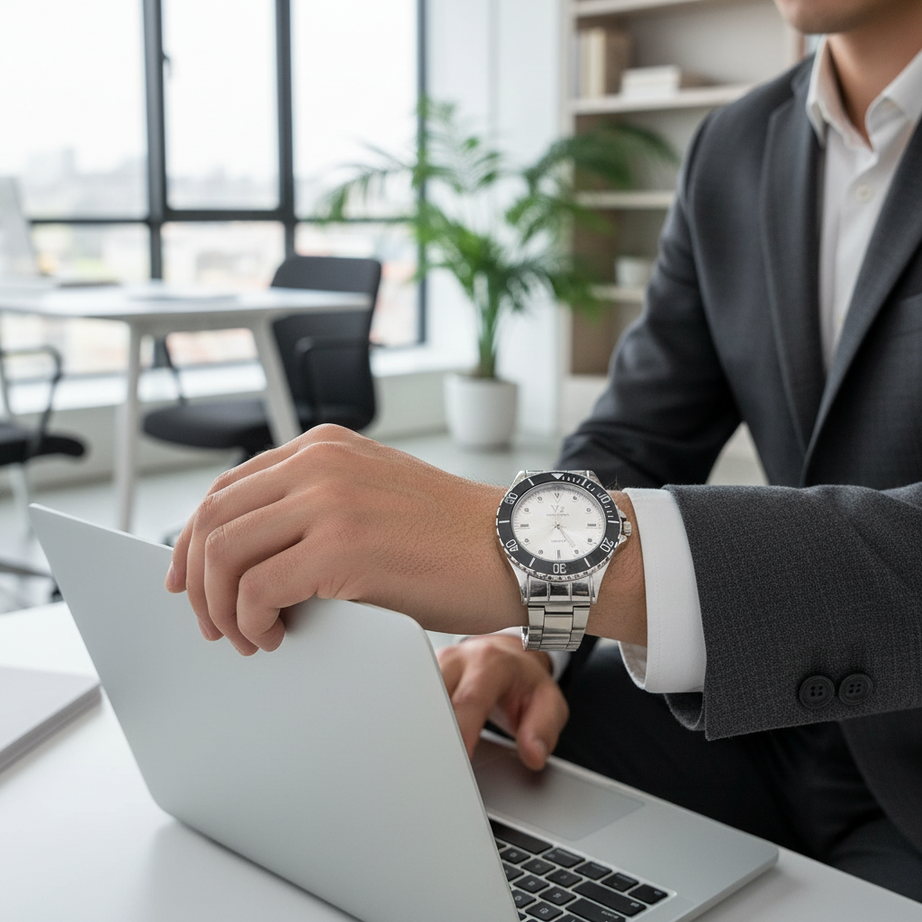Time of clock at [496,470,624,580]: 12:24
